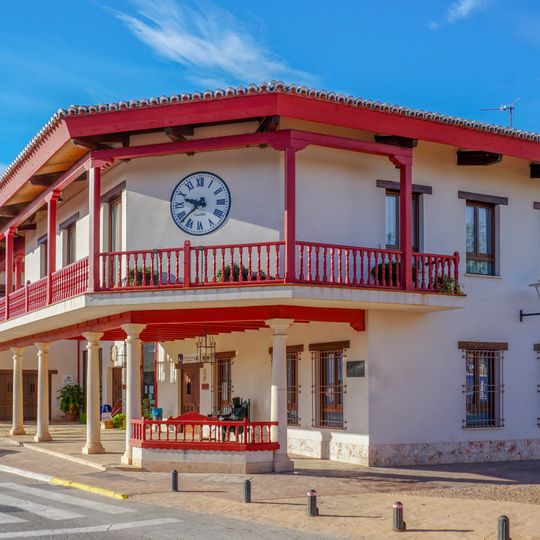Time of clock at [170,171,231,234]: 9:38
